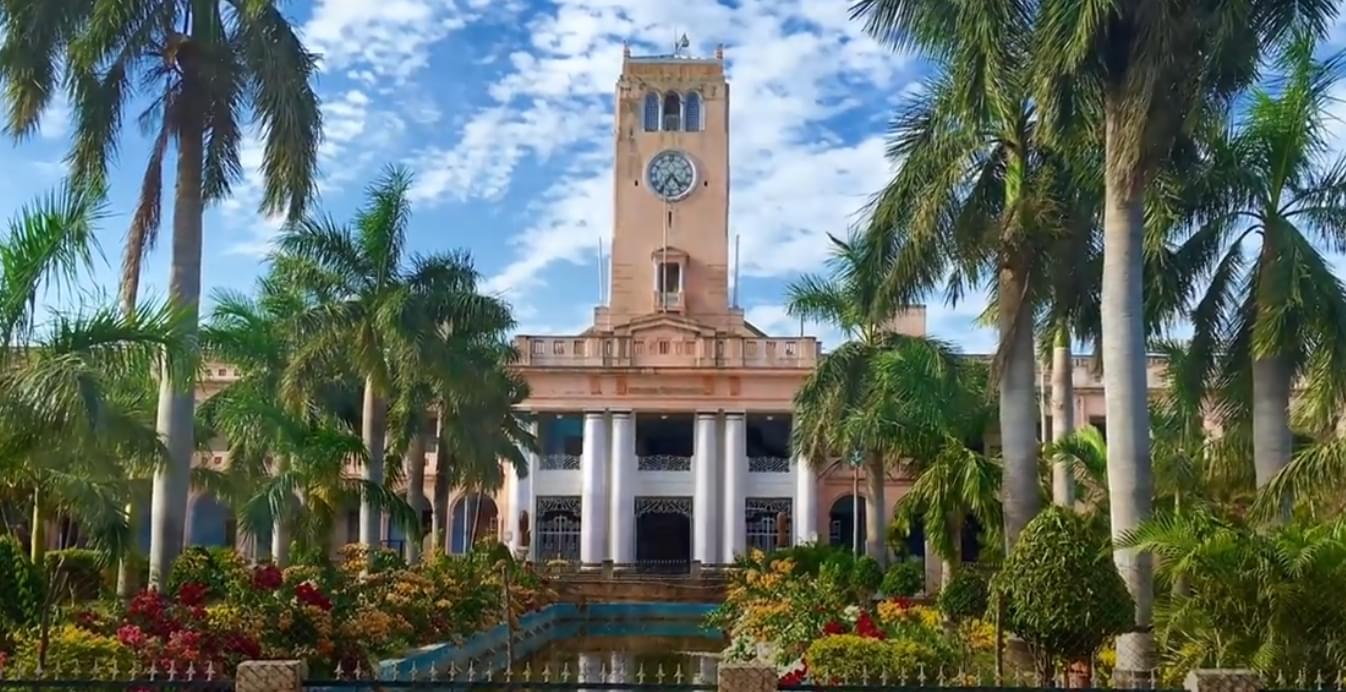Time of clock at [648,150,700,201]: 4:35
